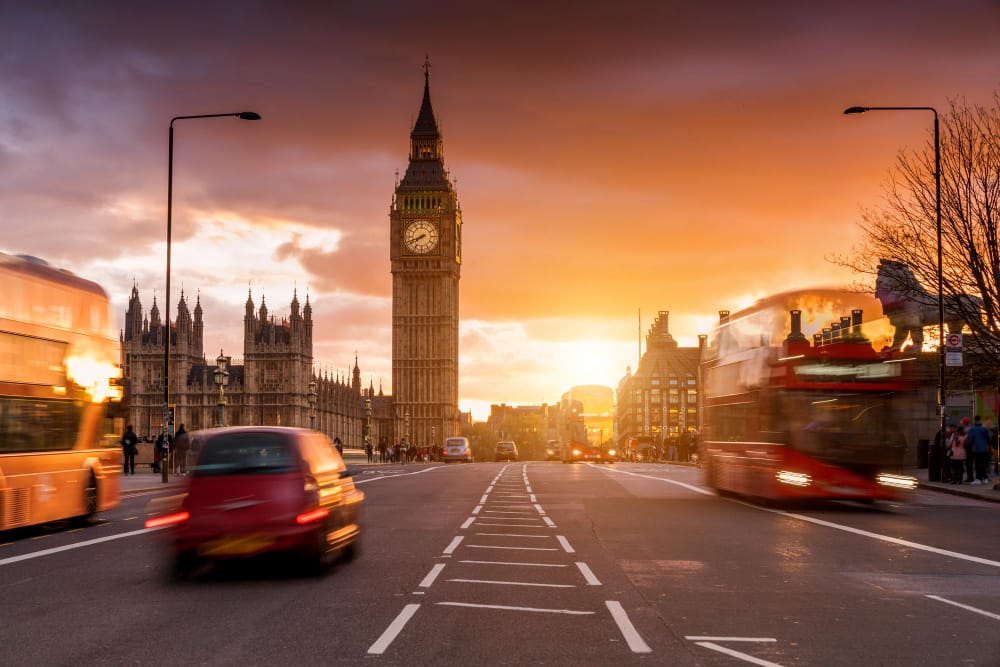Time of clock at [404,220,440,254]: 7:41
